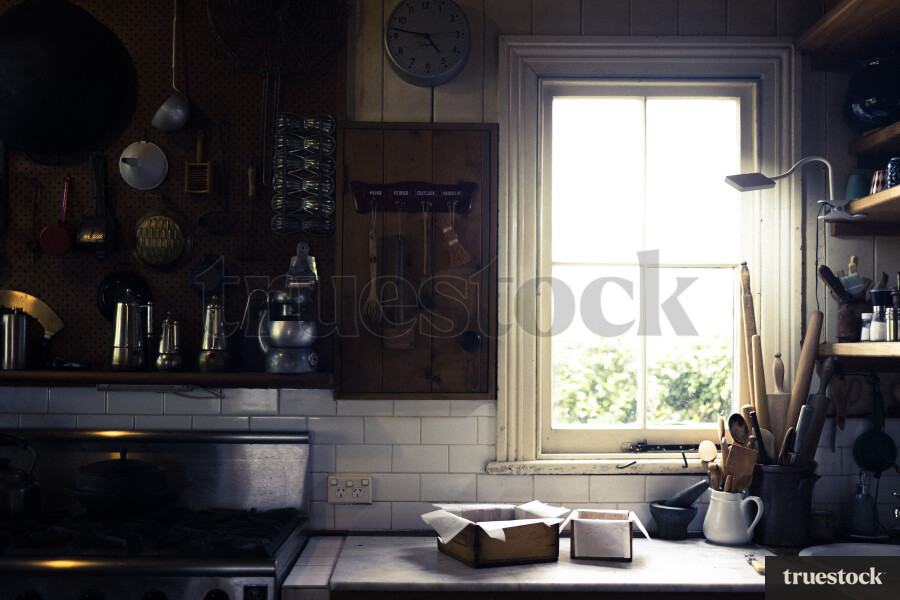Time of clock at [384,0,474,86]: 4:47
